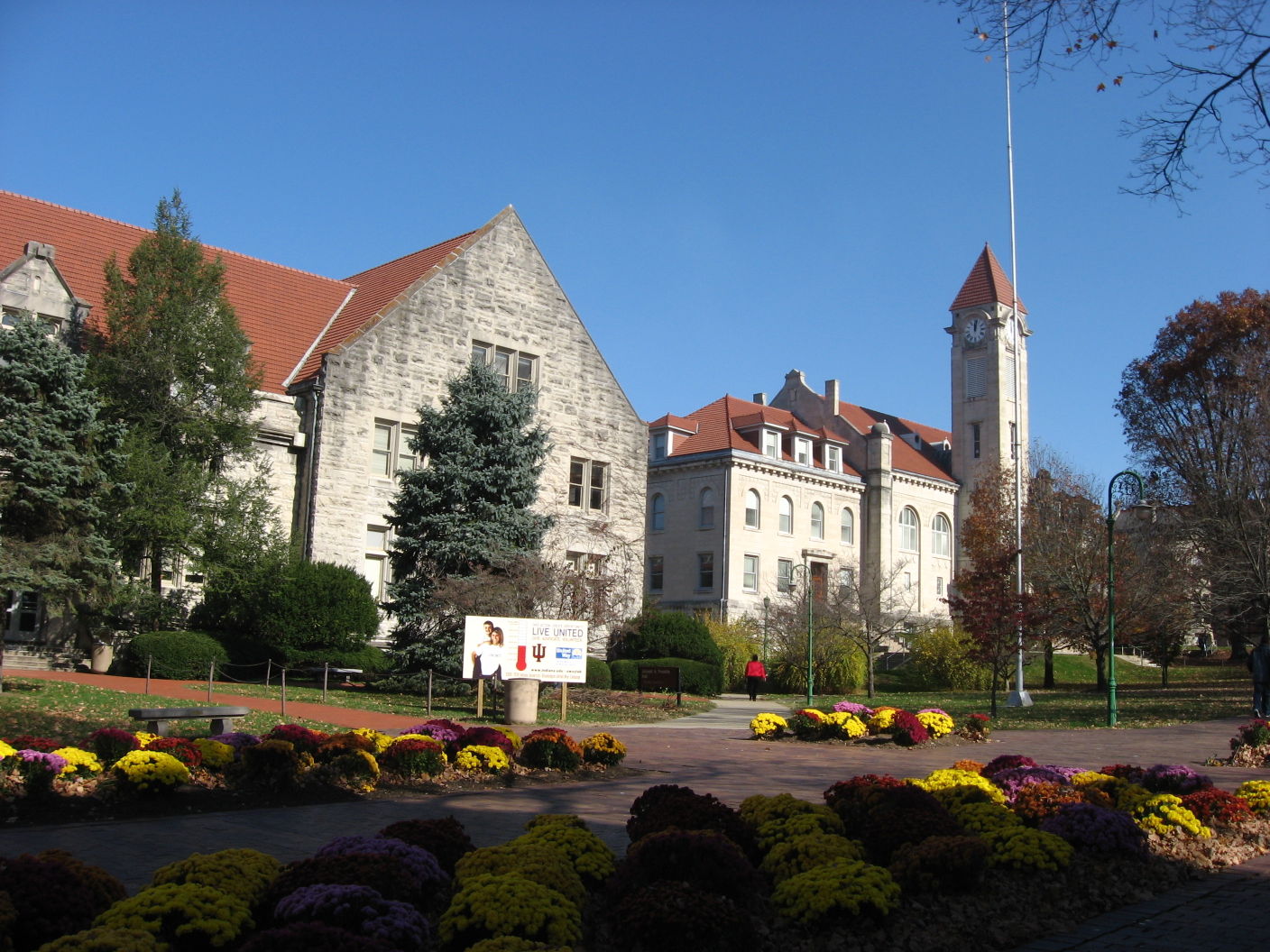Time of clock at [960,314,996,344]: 12:02
